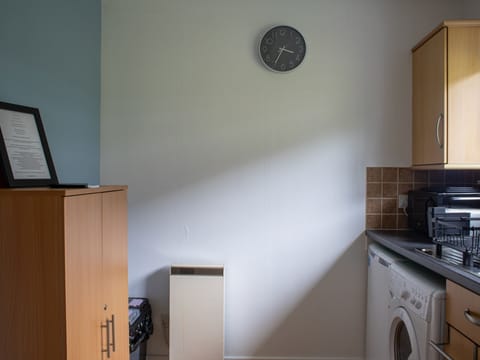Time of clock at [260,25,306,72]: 3:34
